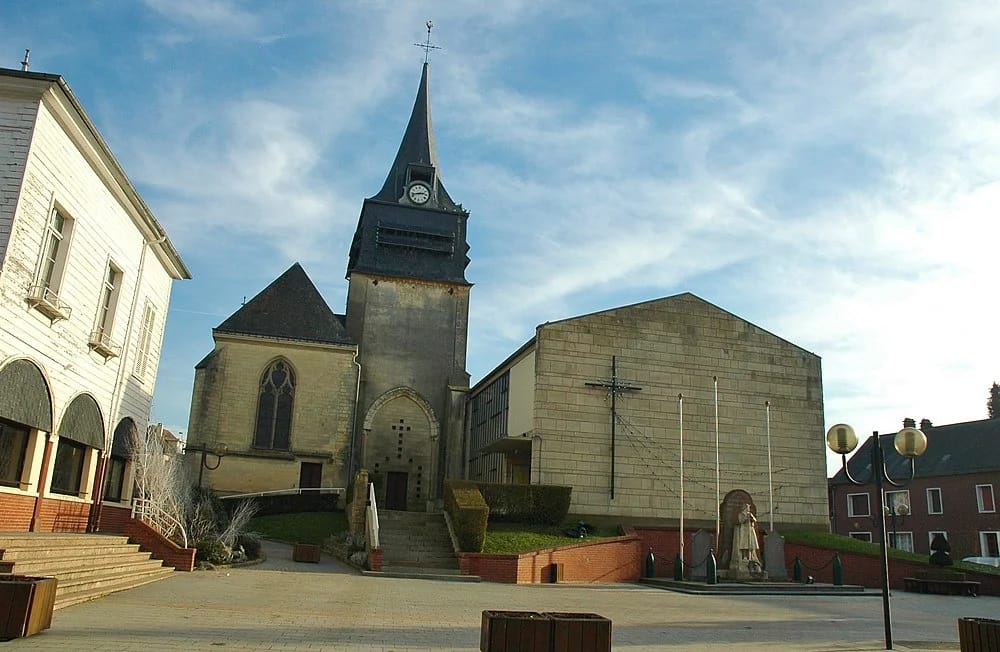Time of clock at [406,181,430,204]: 2:42
